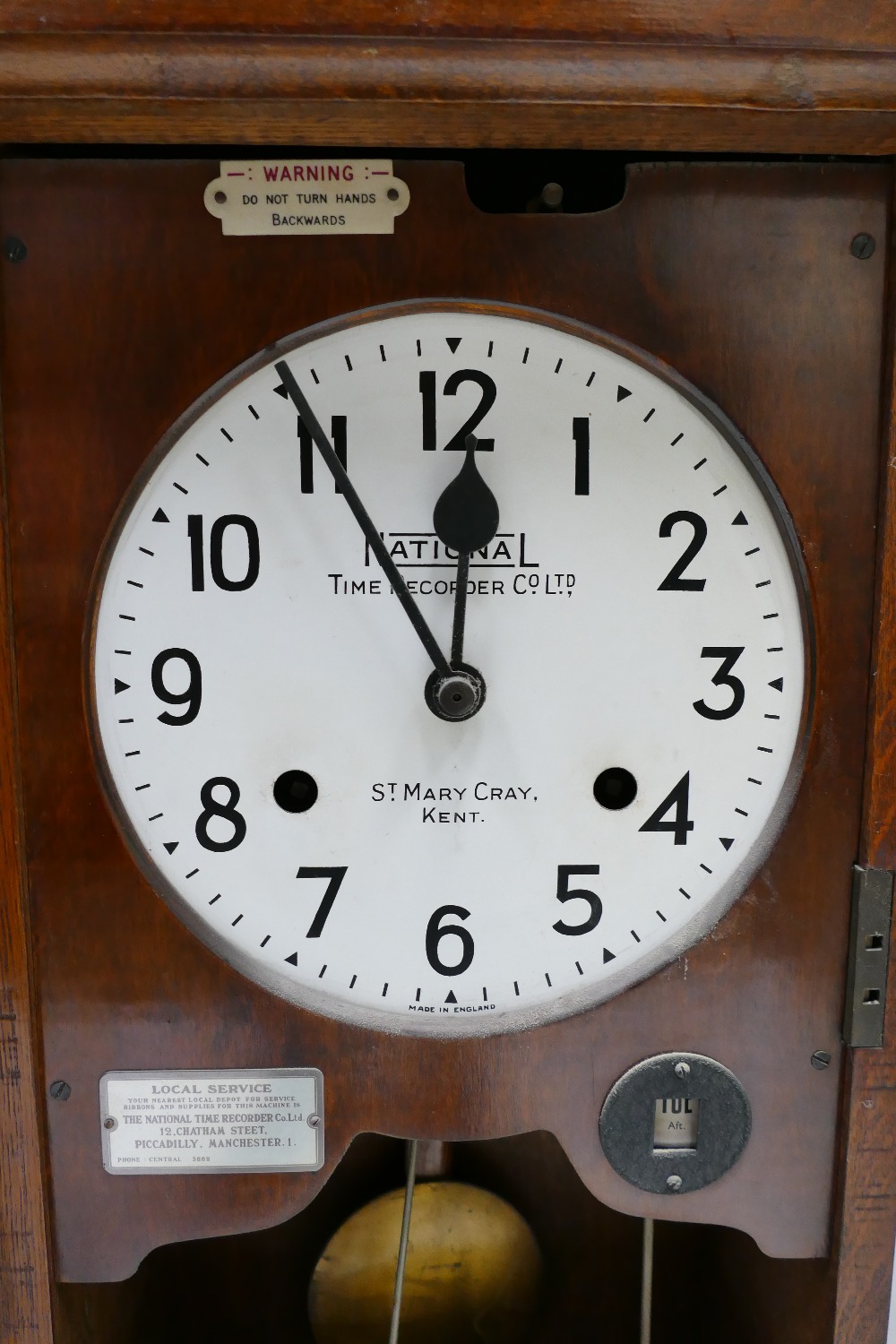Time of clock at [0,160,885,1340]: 11:54
